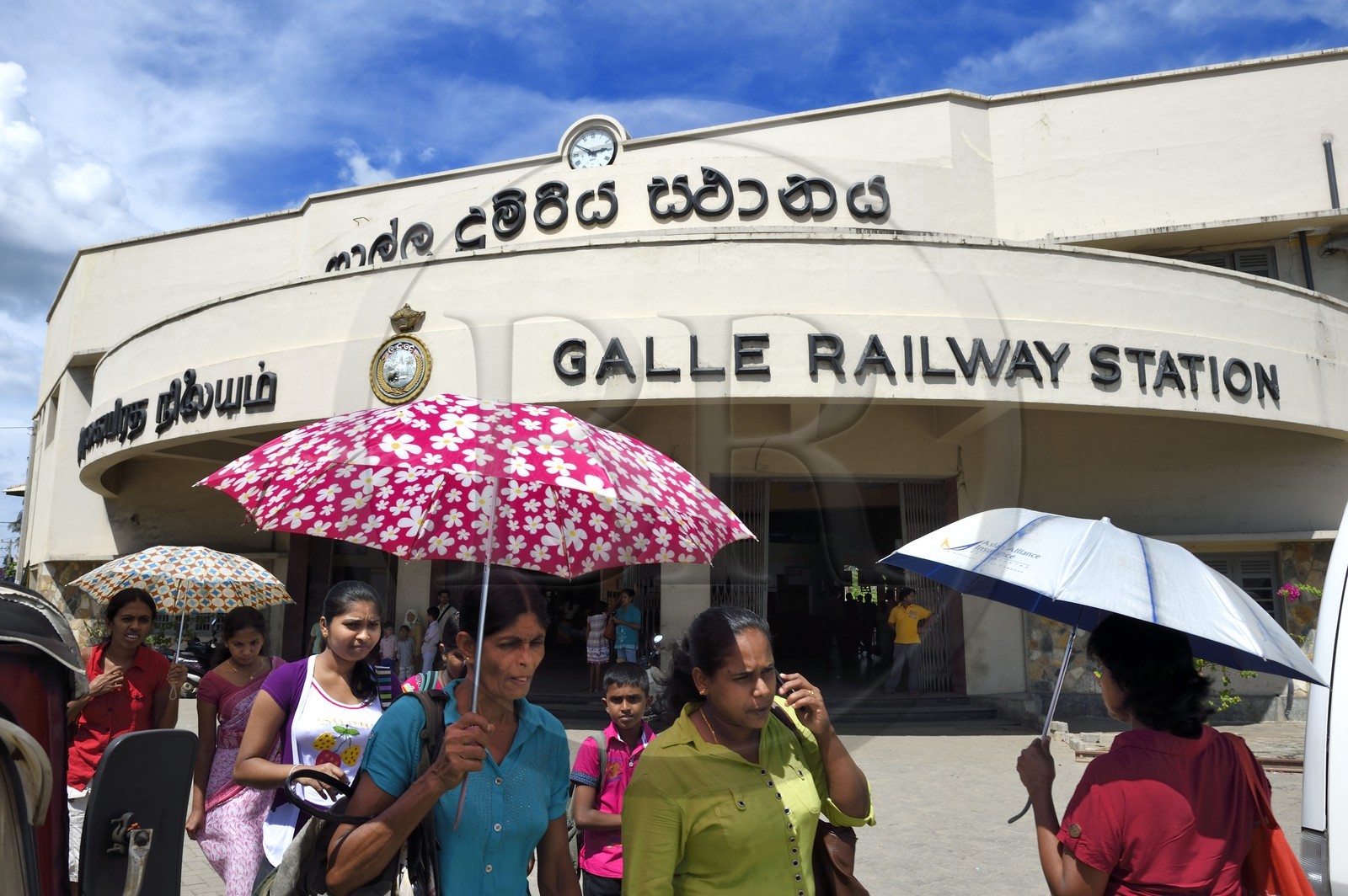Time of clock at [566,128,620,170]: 2:50
